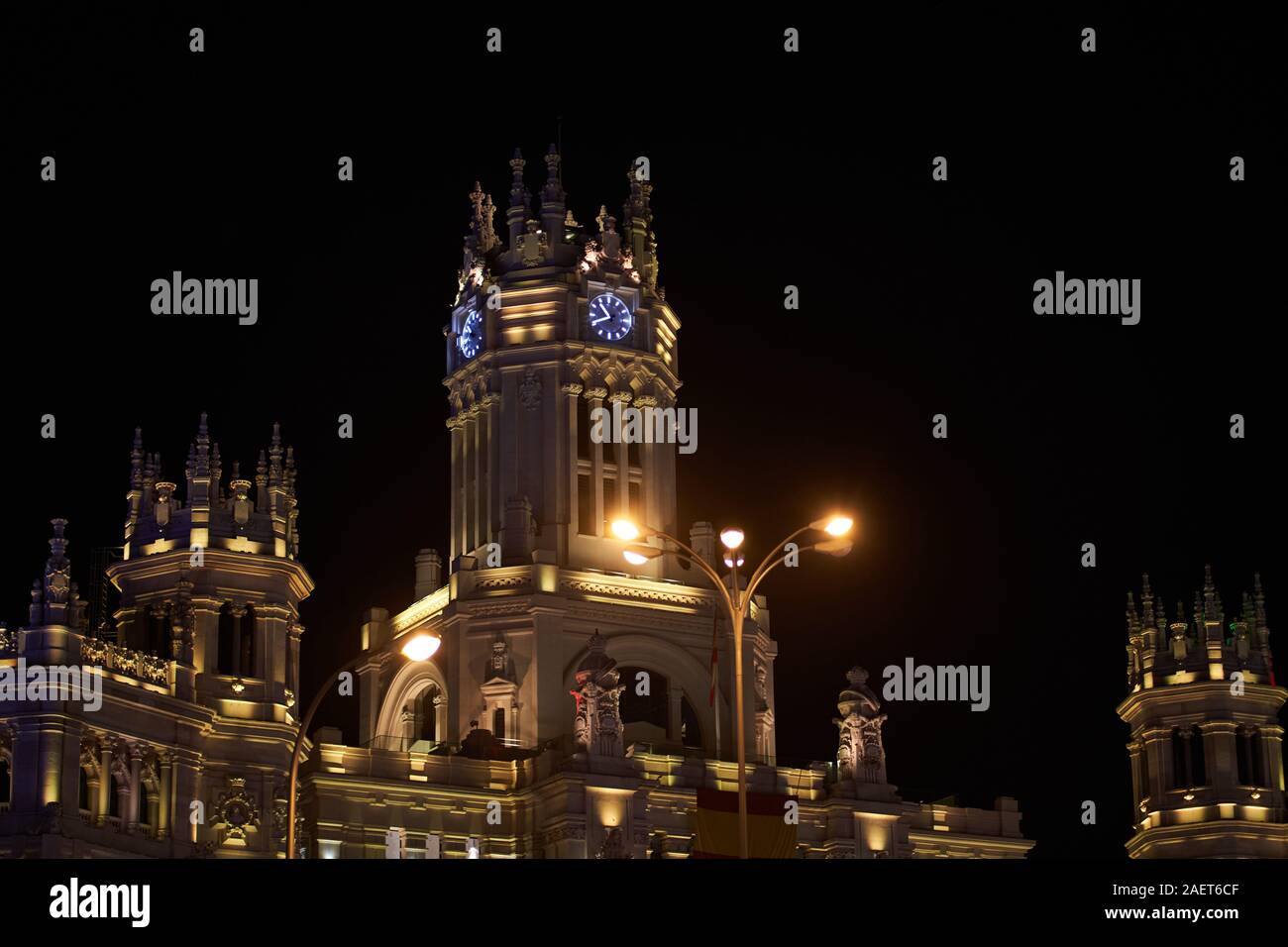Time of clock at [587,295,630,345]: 10:41
